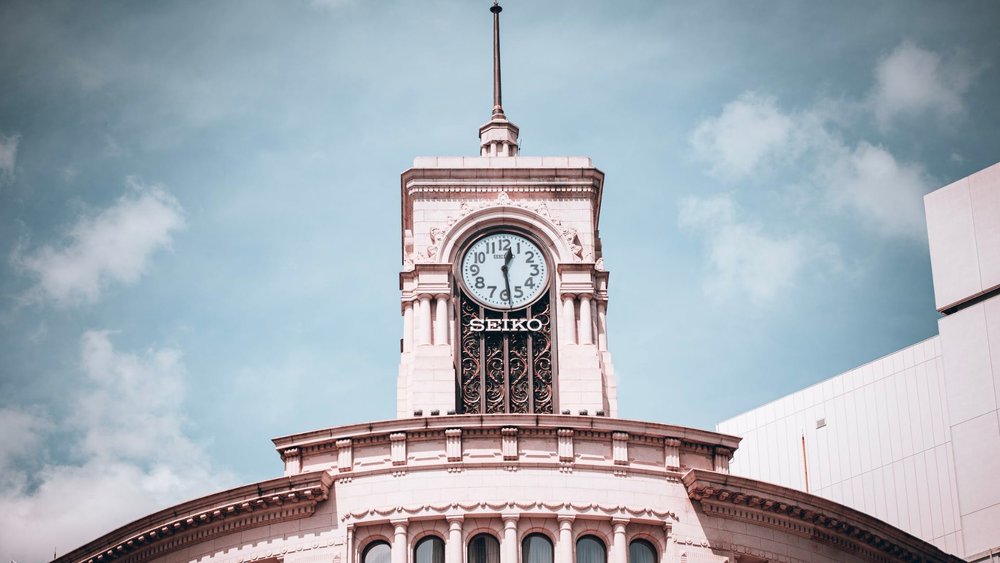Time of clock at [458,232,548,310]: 12:28
